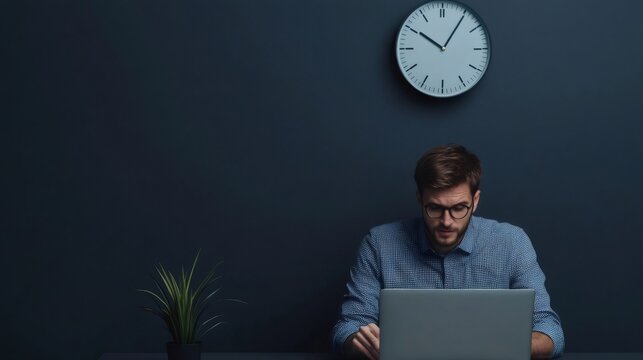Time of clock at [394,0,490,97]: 10:05
